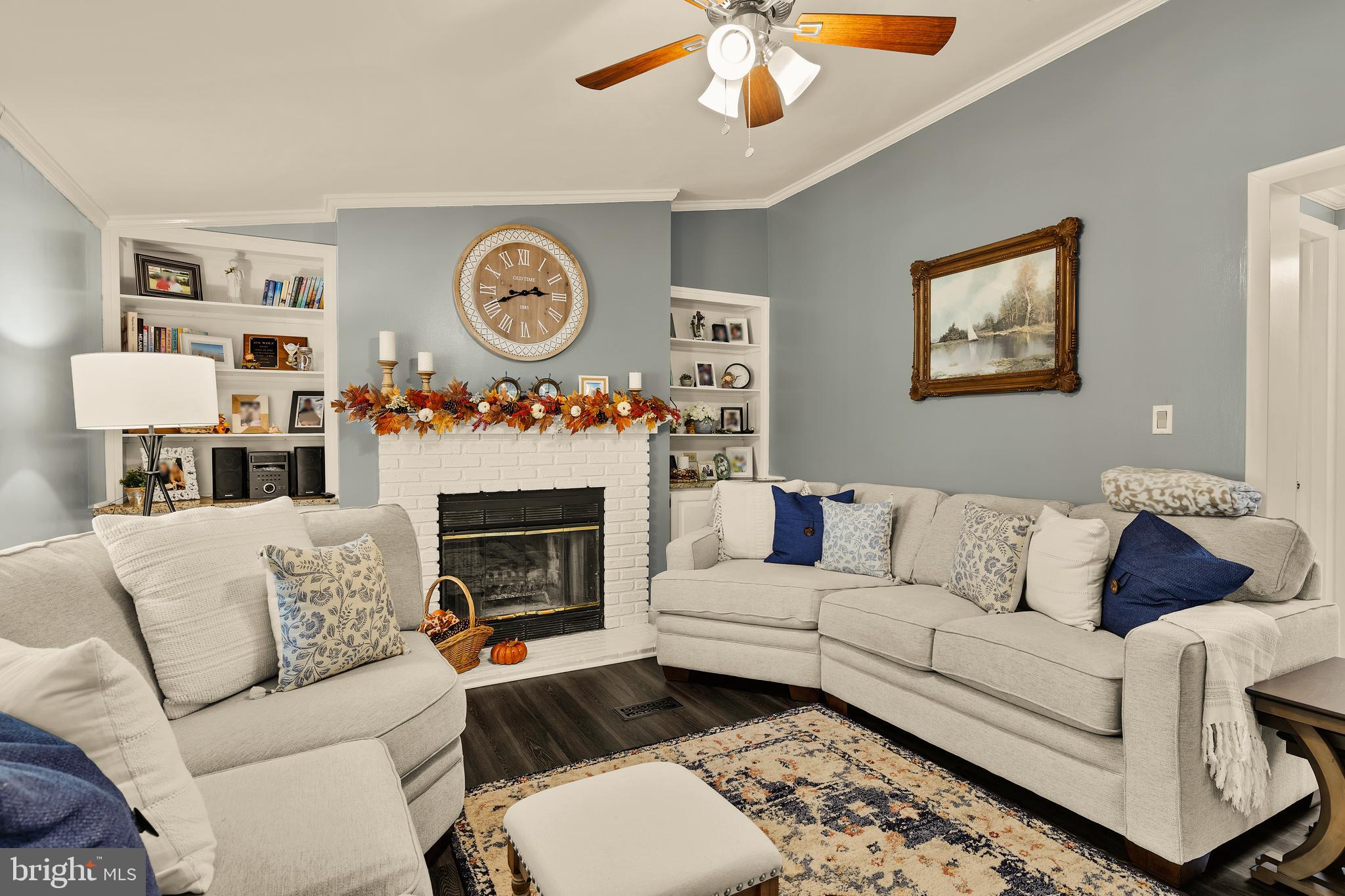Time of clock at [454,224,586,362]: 2:41
